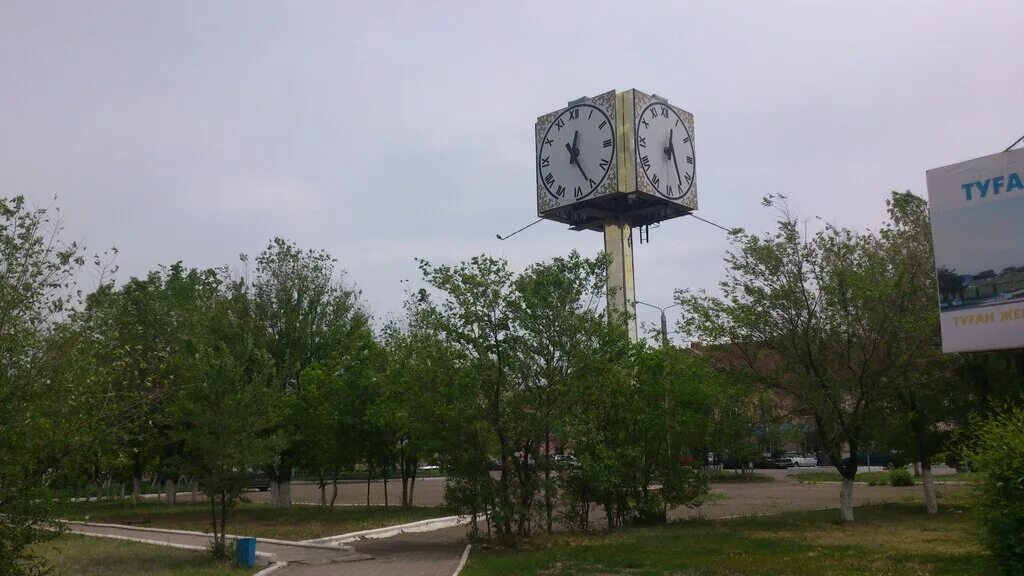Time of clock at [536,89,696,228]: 12:24
